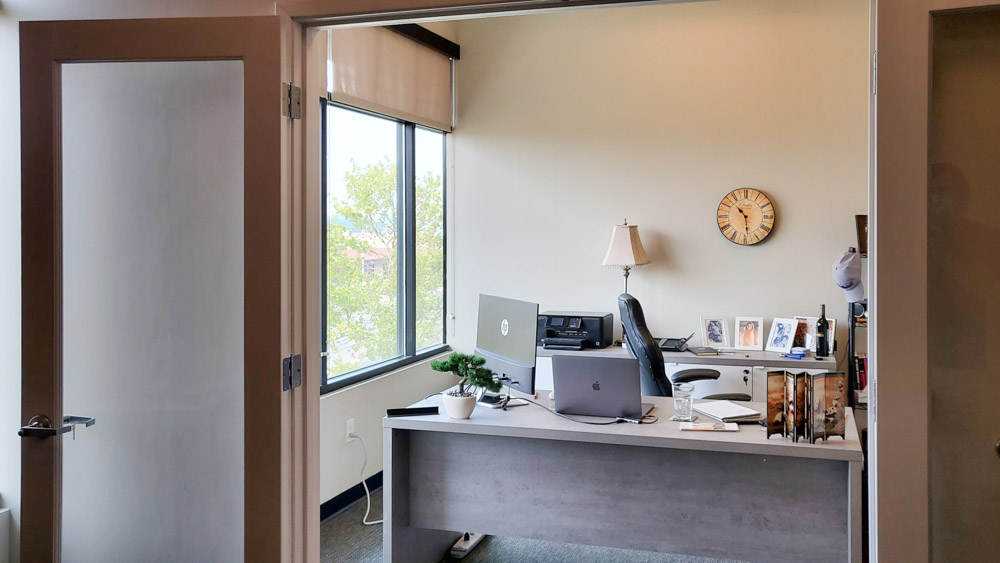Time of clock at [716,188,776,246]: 10:28
